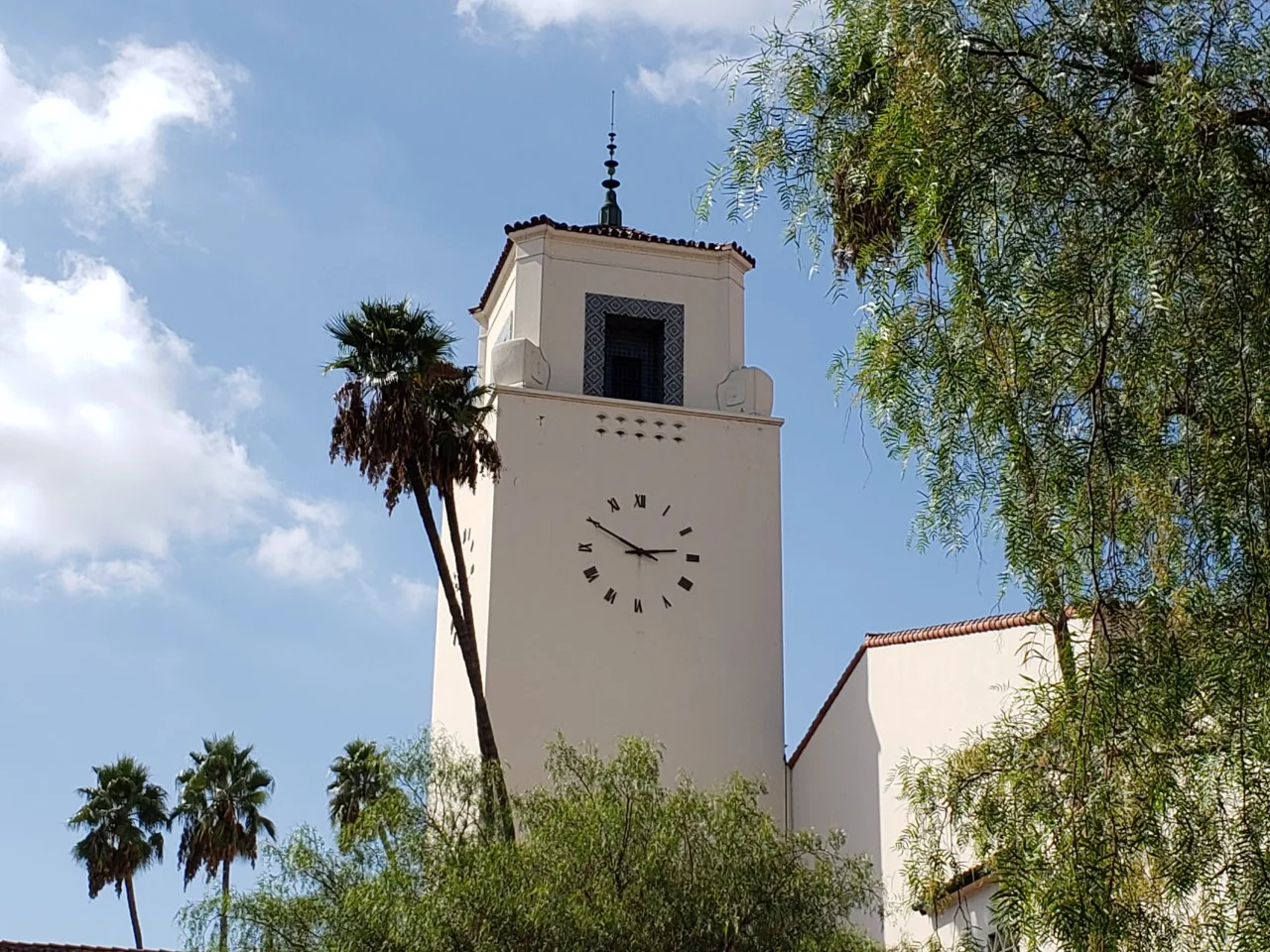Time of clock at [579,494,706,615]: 2:49
